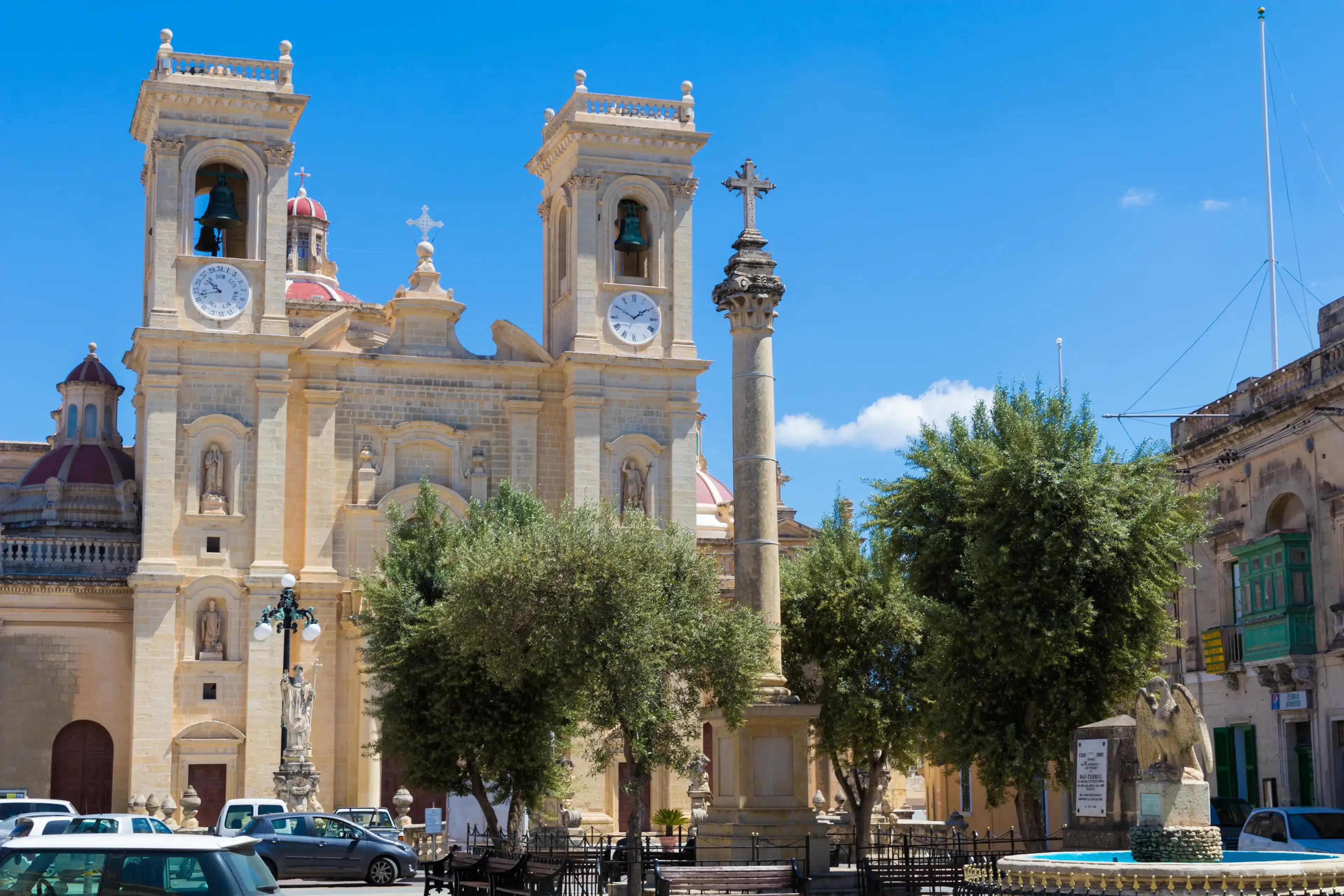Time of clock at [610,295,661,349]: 1:50
